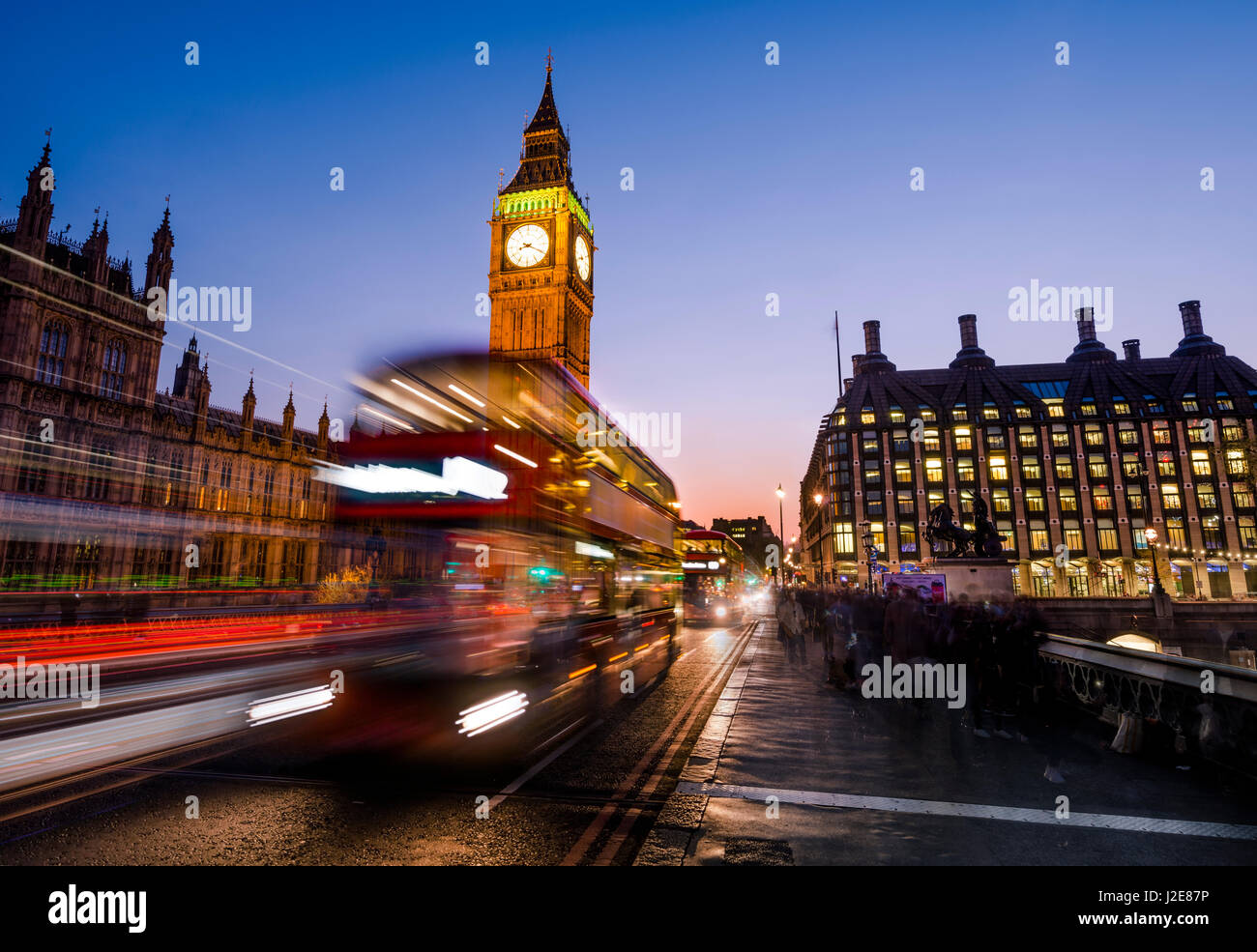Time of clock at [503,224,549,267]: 8:19
